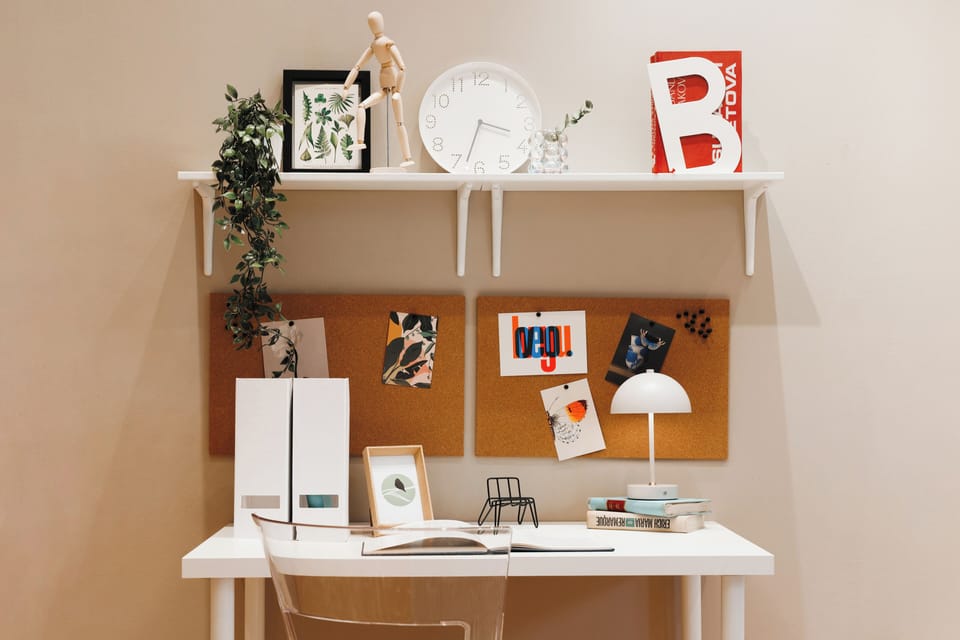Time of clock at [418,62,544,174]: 3:32
